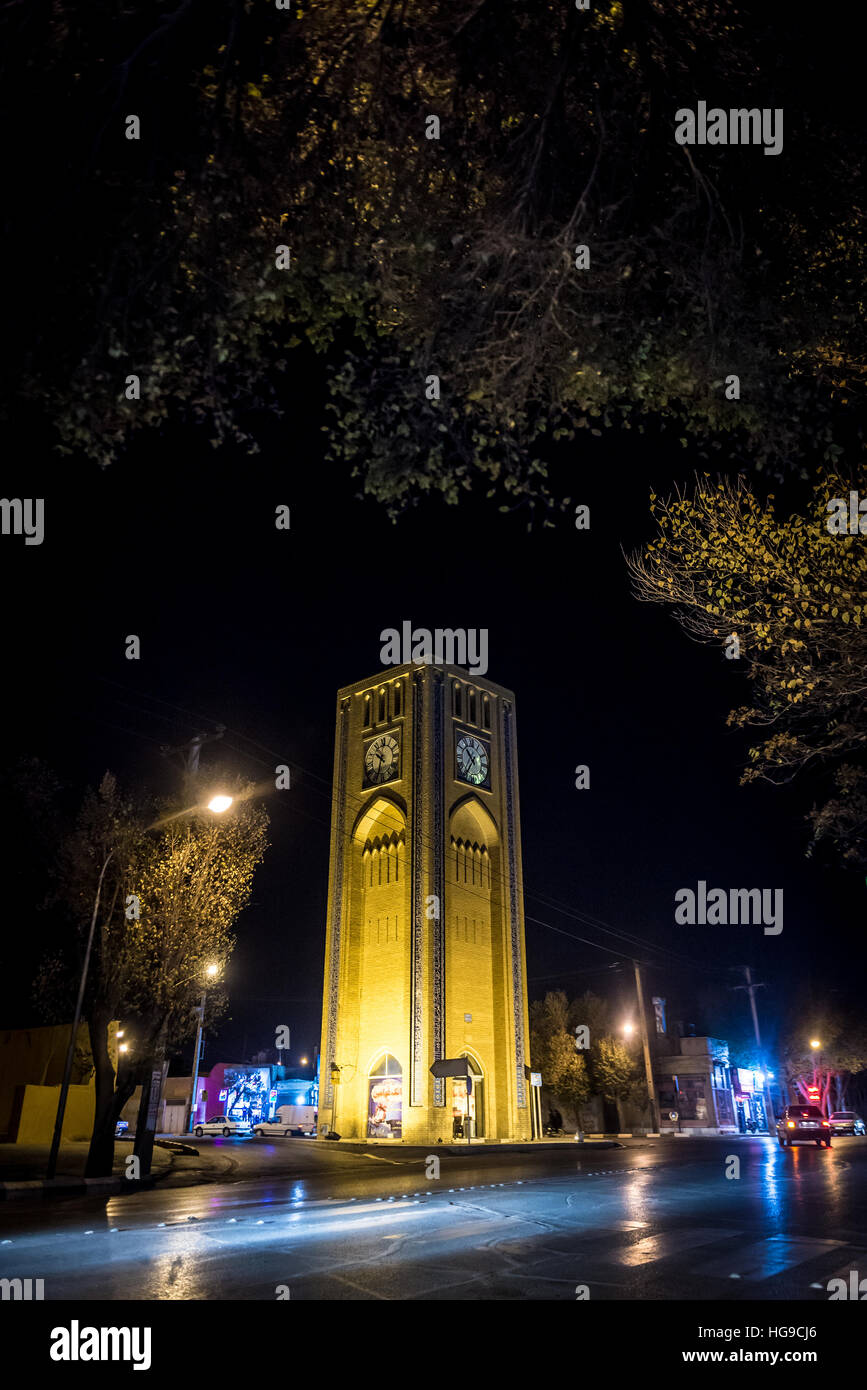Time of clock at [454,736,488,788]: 10:35
